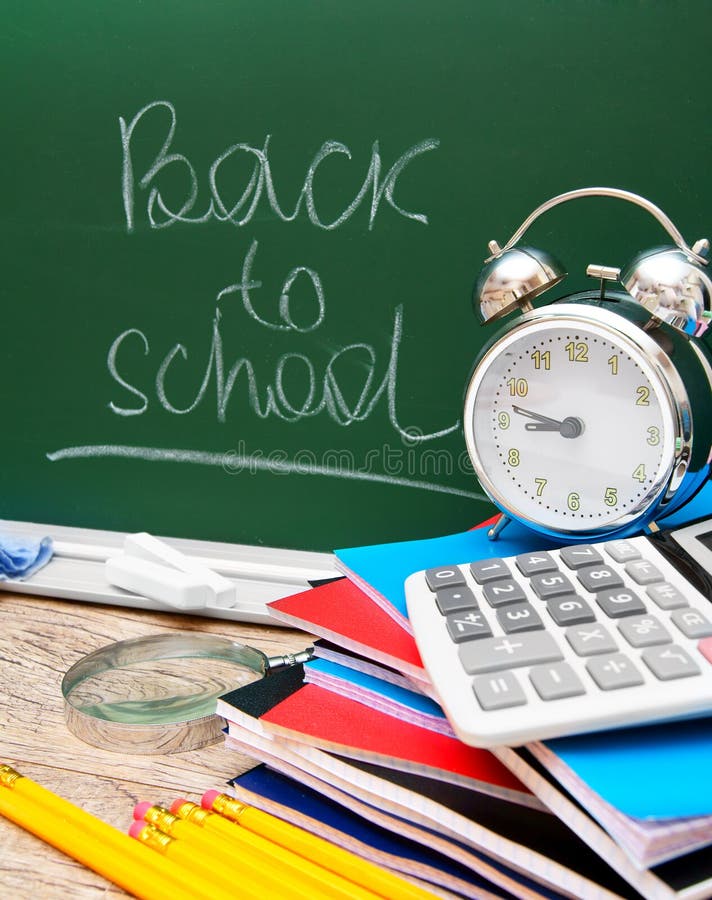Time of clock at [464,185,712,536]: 8:47
